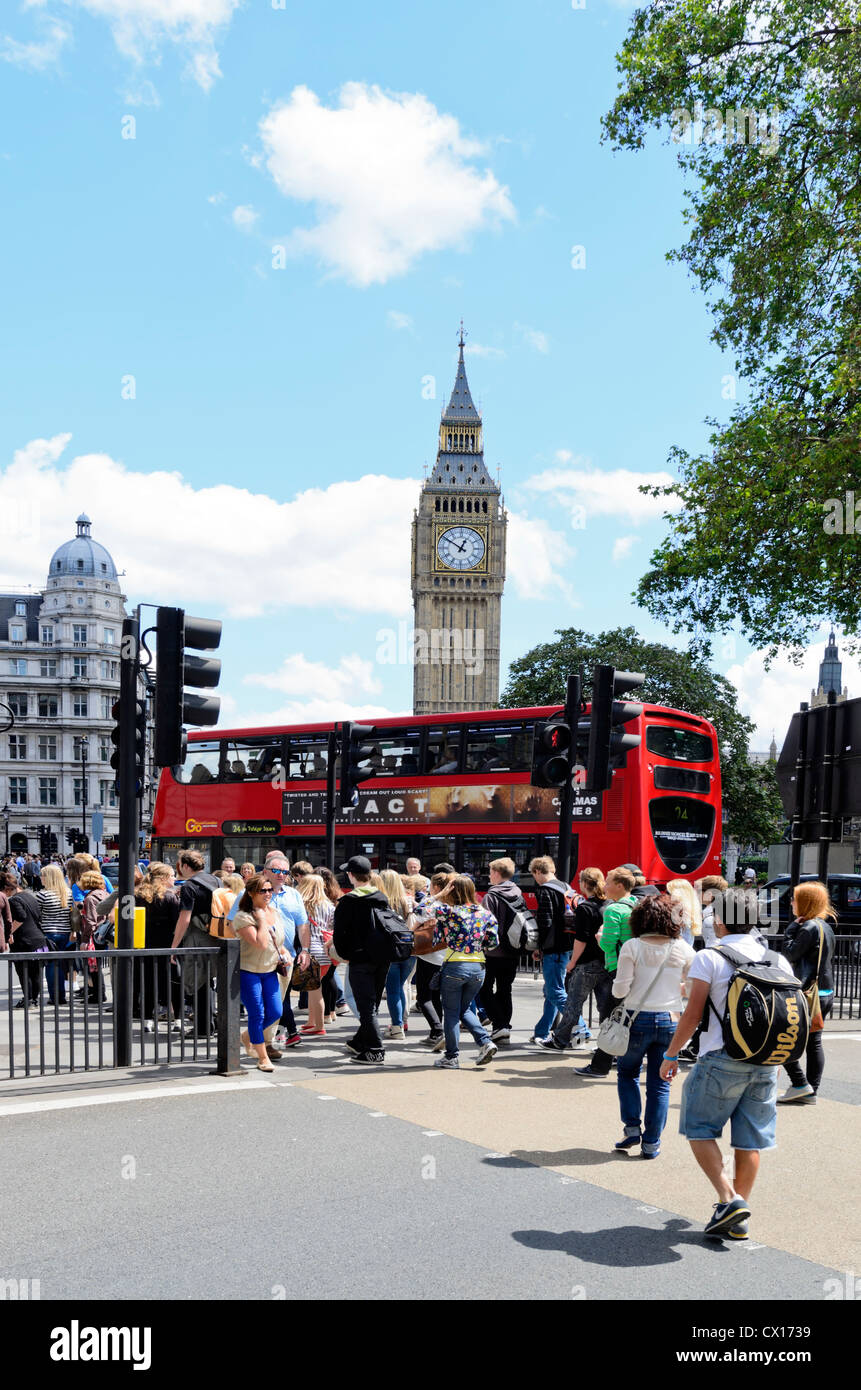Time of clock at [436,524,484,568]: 12:50
